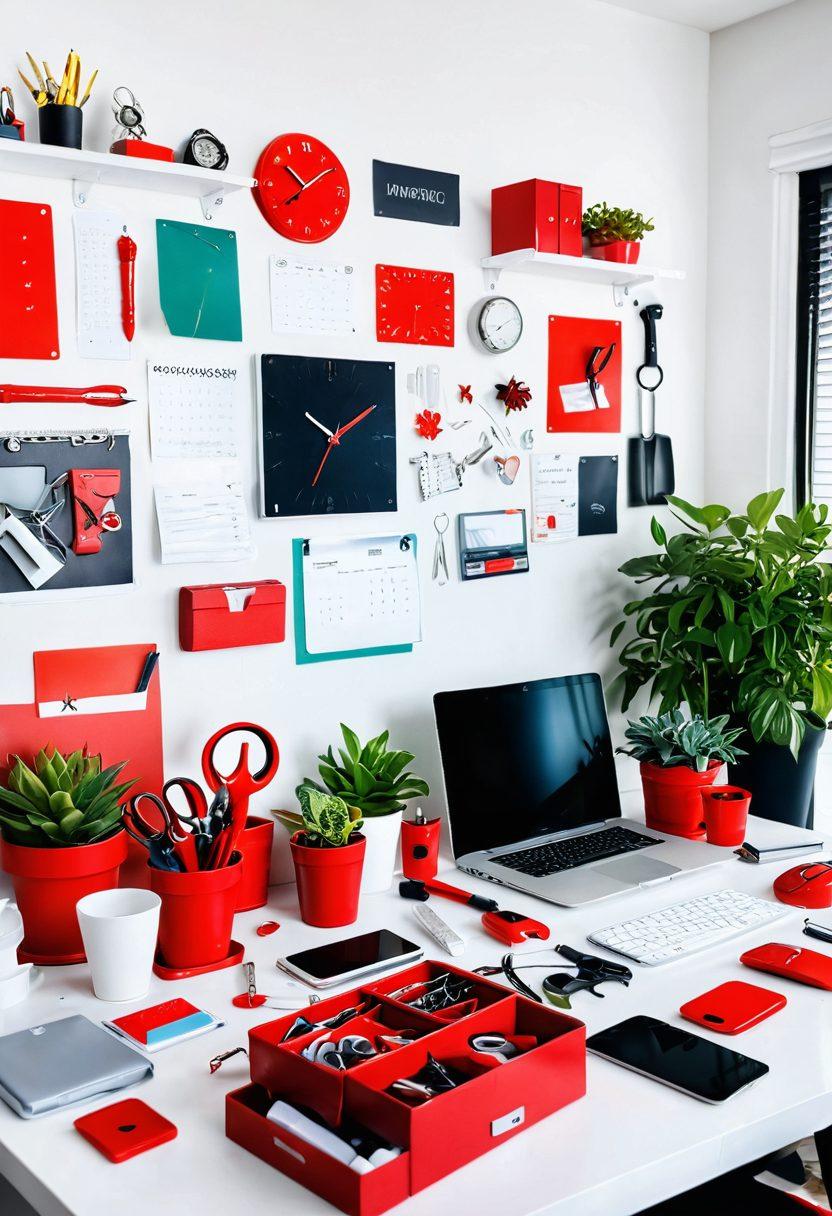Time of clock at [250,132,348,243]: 10:08
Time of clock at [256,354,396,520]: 10:09
